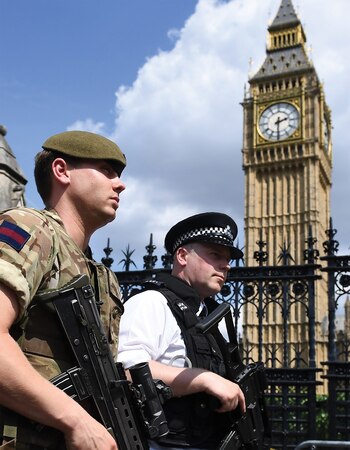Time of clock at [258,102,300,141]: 2:30
